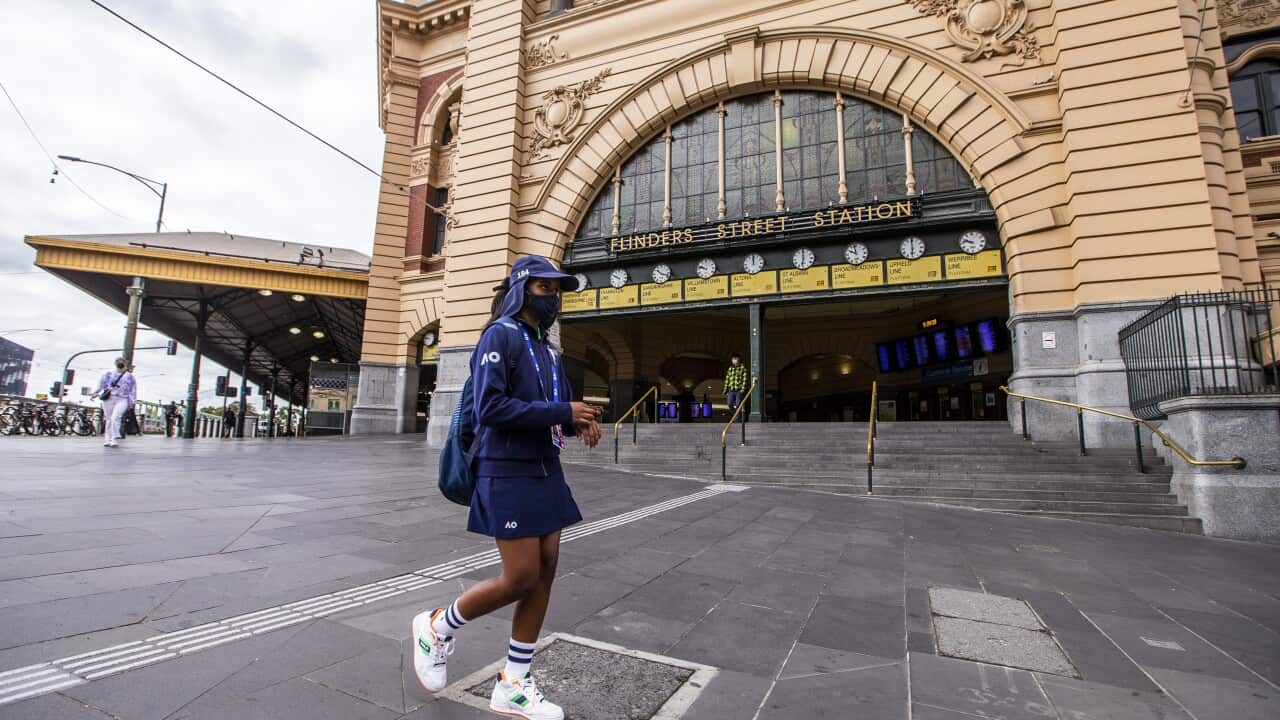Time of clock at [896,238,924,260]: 5:59
